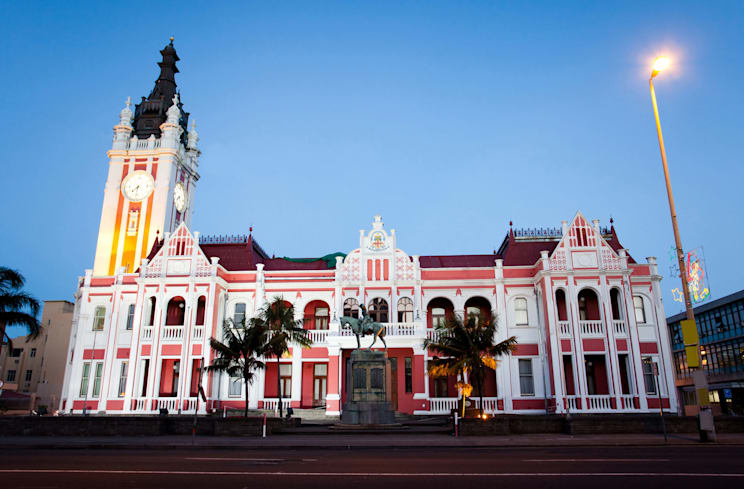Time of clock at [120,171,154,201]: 7:31
